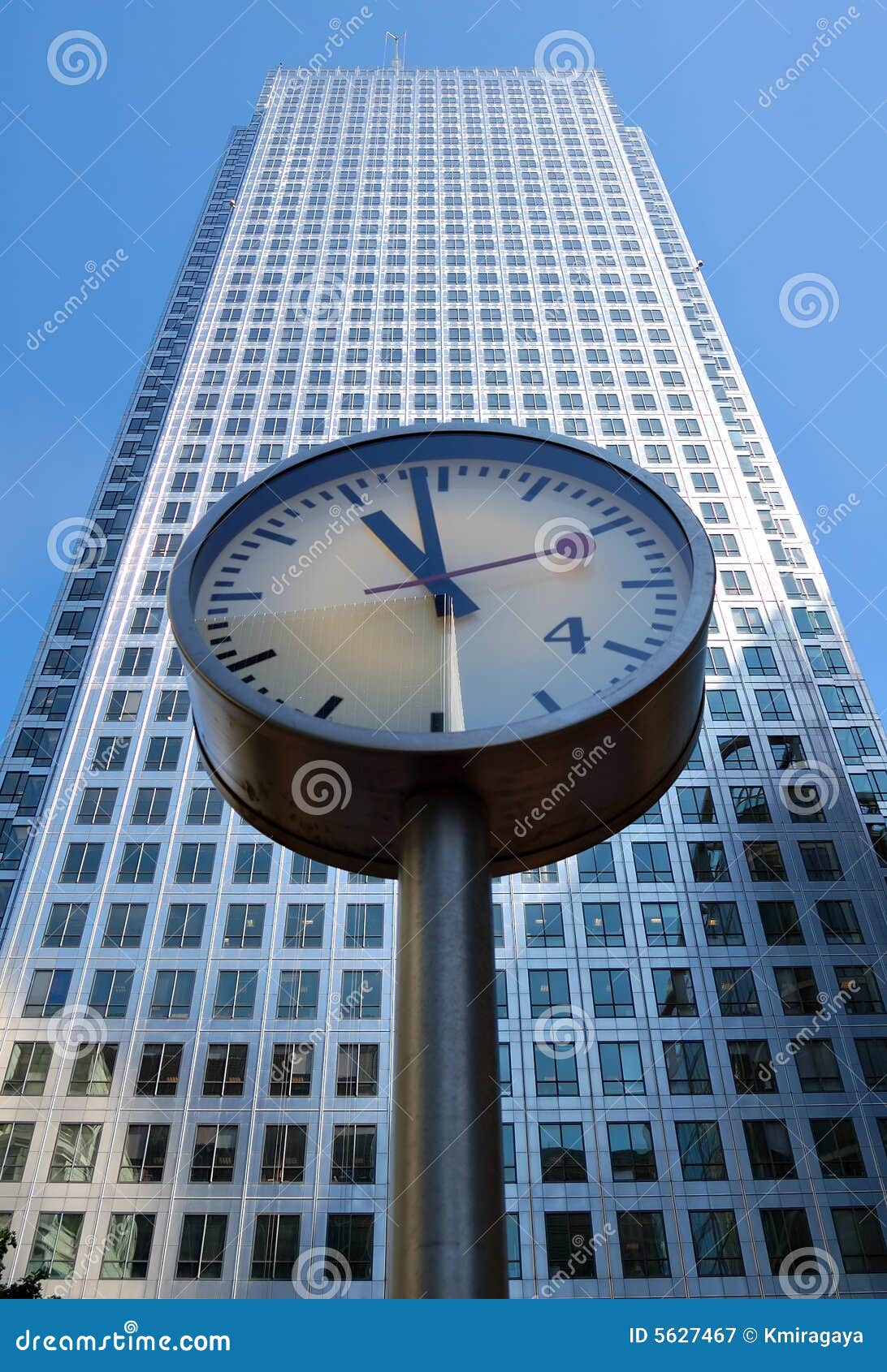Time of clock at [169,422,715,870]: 10:58
